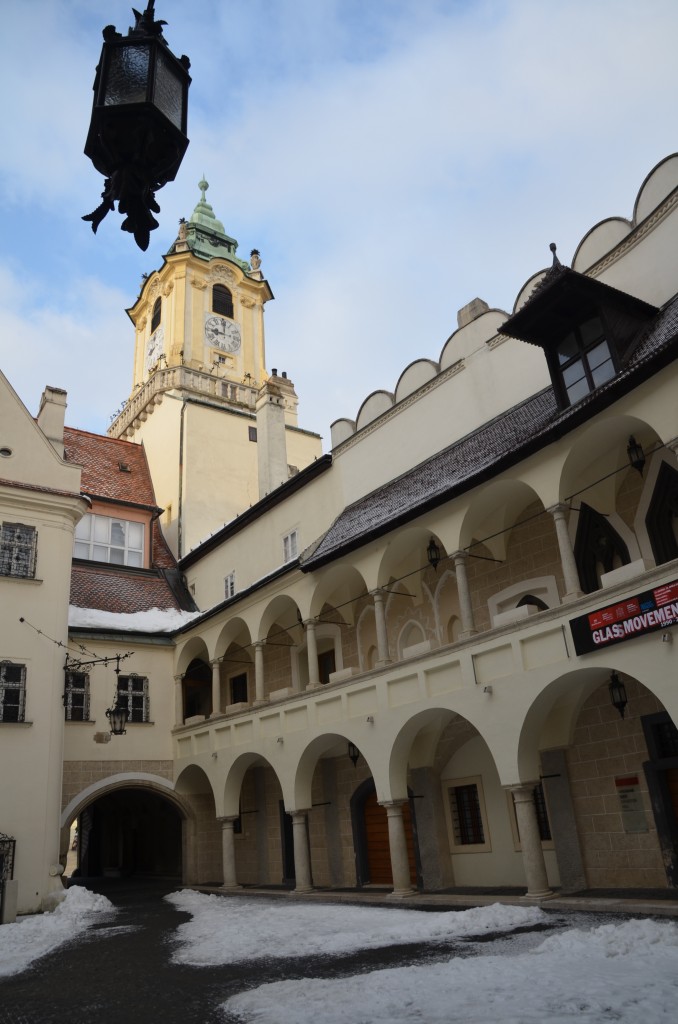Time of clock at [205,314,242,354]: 9:01
